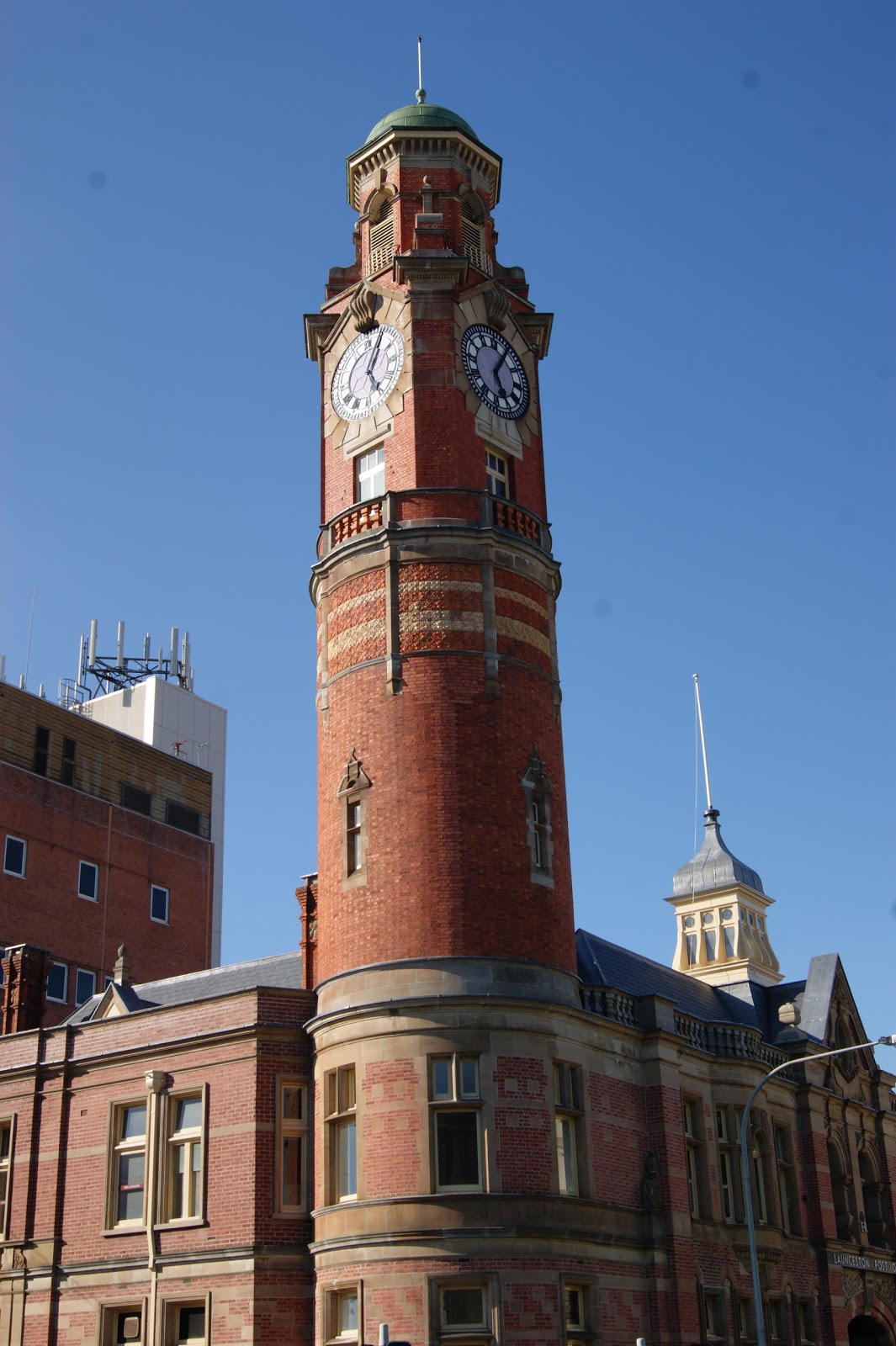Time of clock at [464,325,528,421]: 5:05
